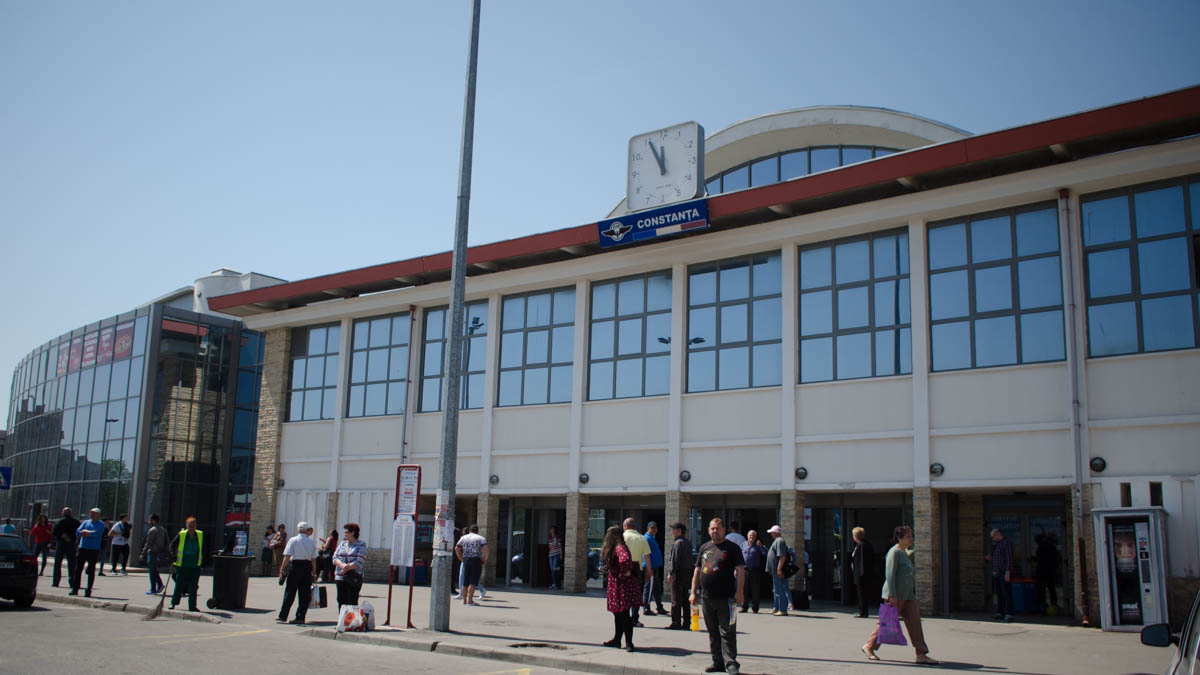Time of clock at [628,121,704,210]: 11:55
